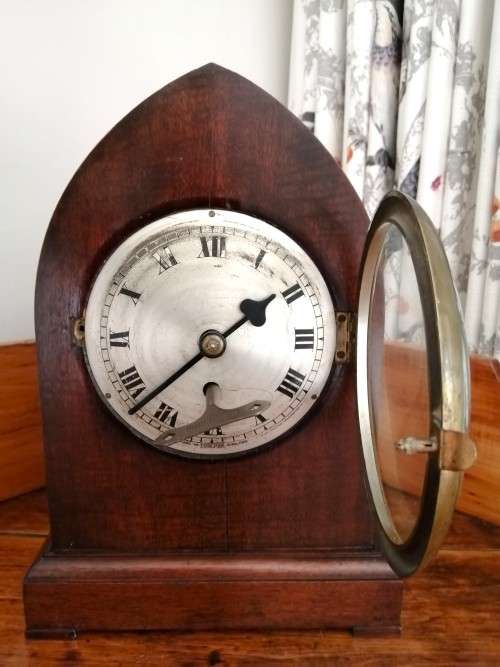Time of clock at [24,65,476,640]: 1:37
